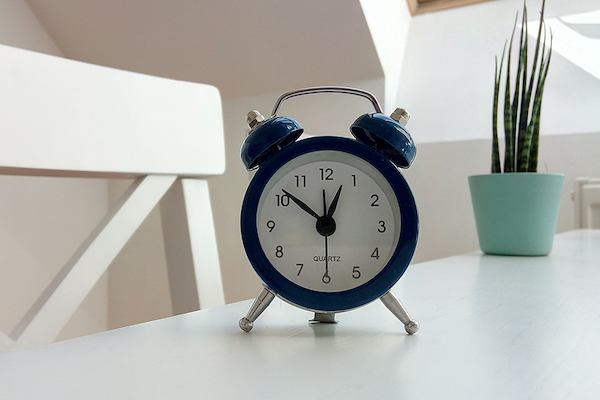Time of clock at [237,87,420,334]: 12:51
